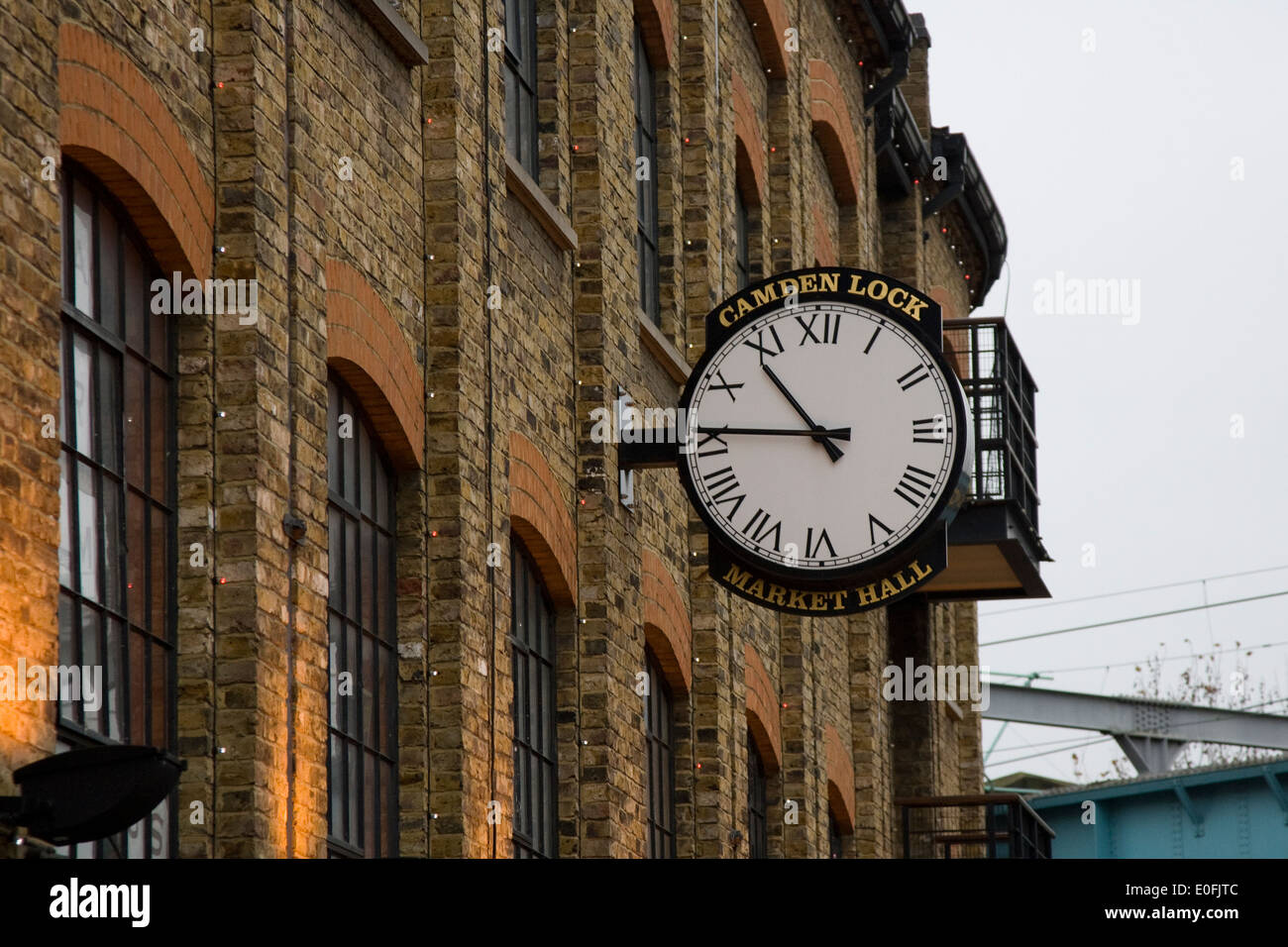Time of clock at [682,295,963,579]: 10:45
